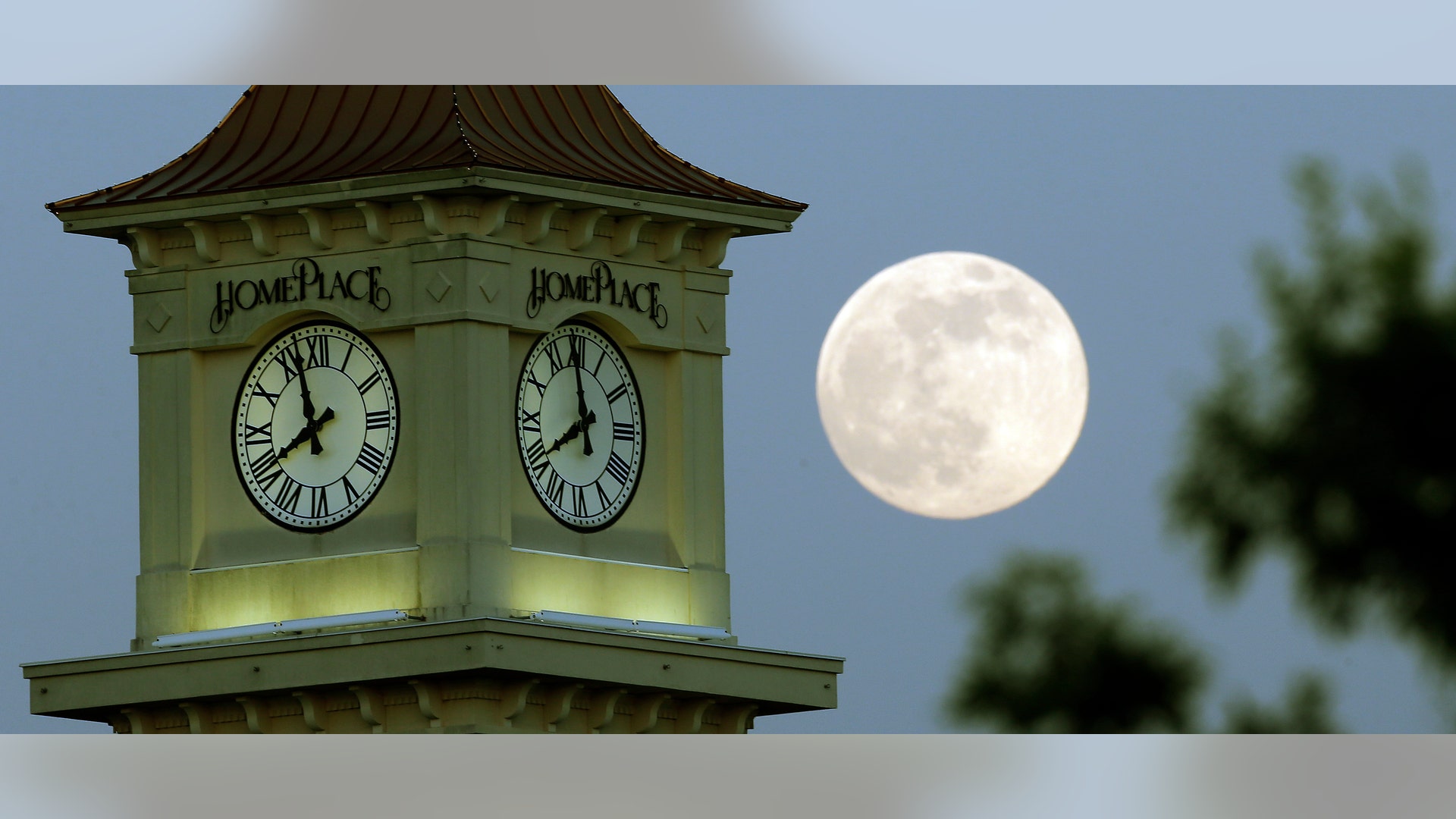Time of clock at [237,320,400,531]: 7:57
